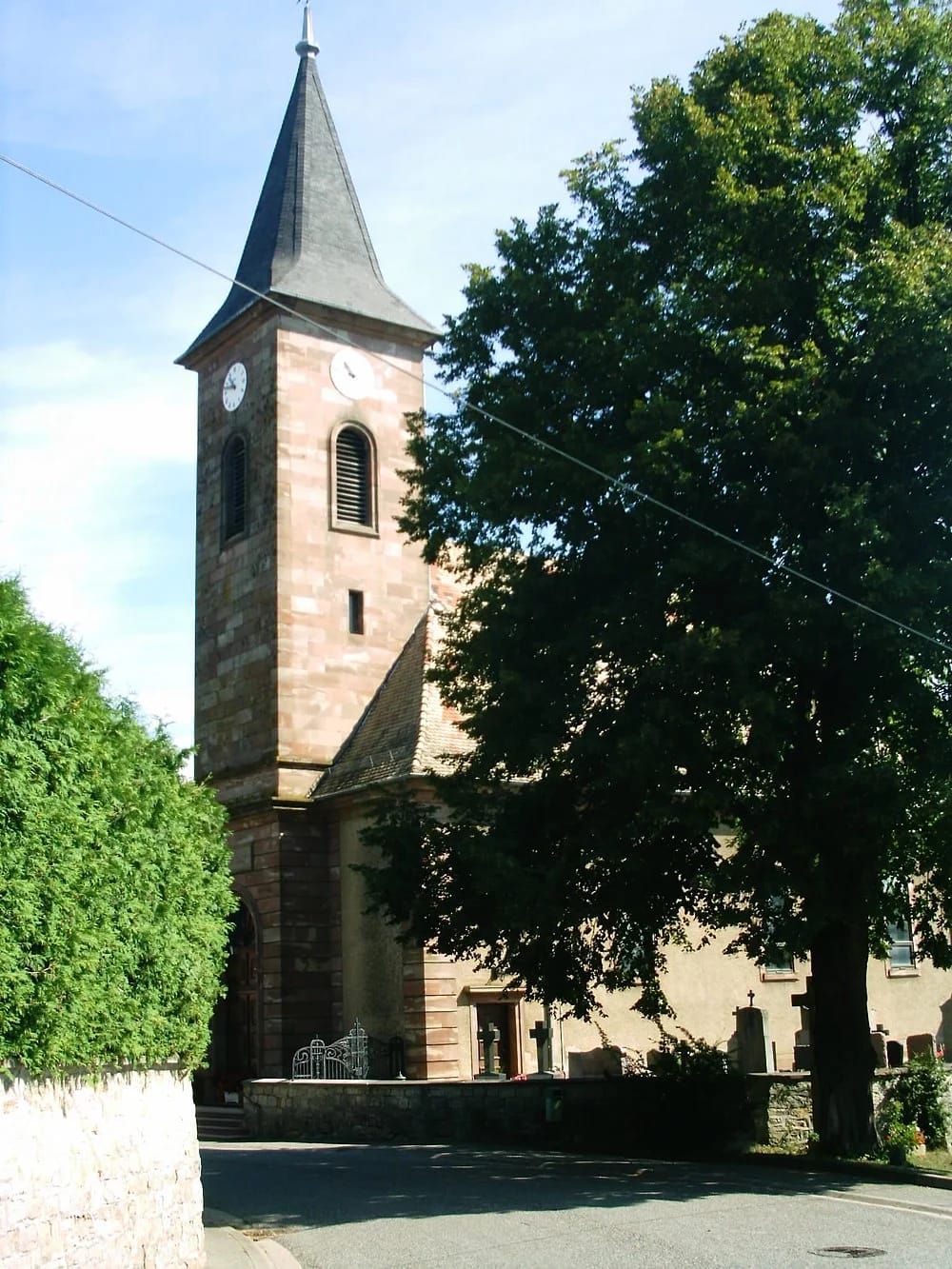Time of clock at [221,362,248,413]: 10:47
